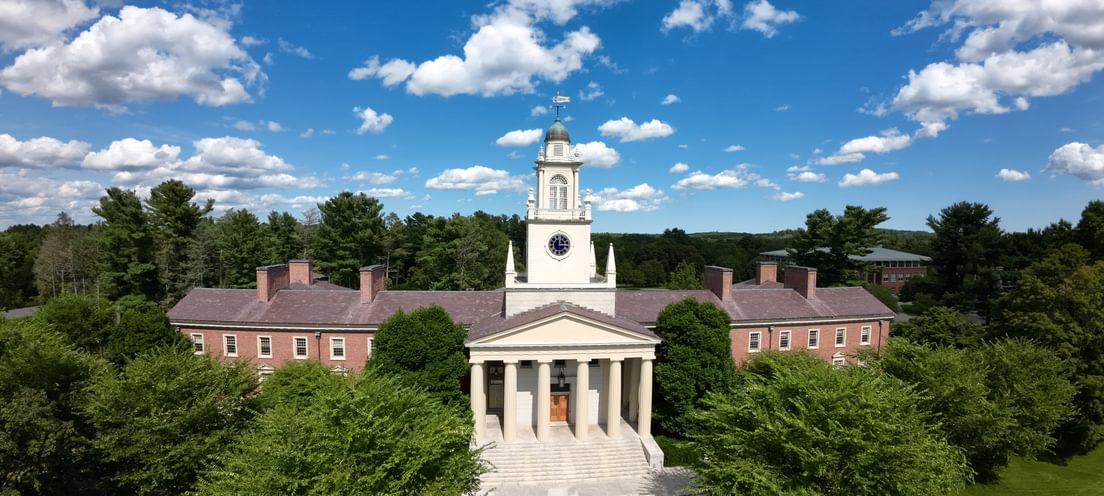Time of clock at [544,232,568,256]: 12:14
